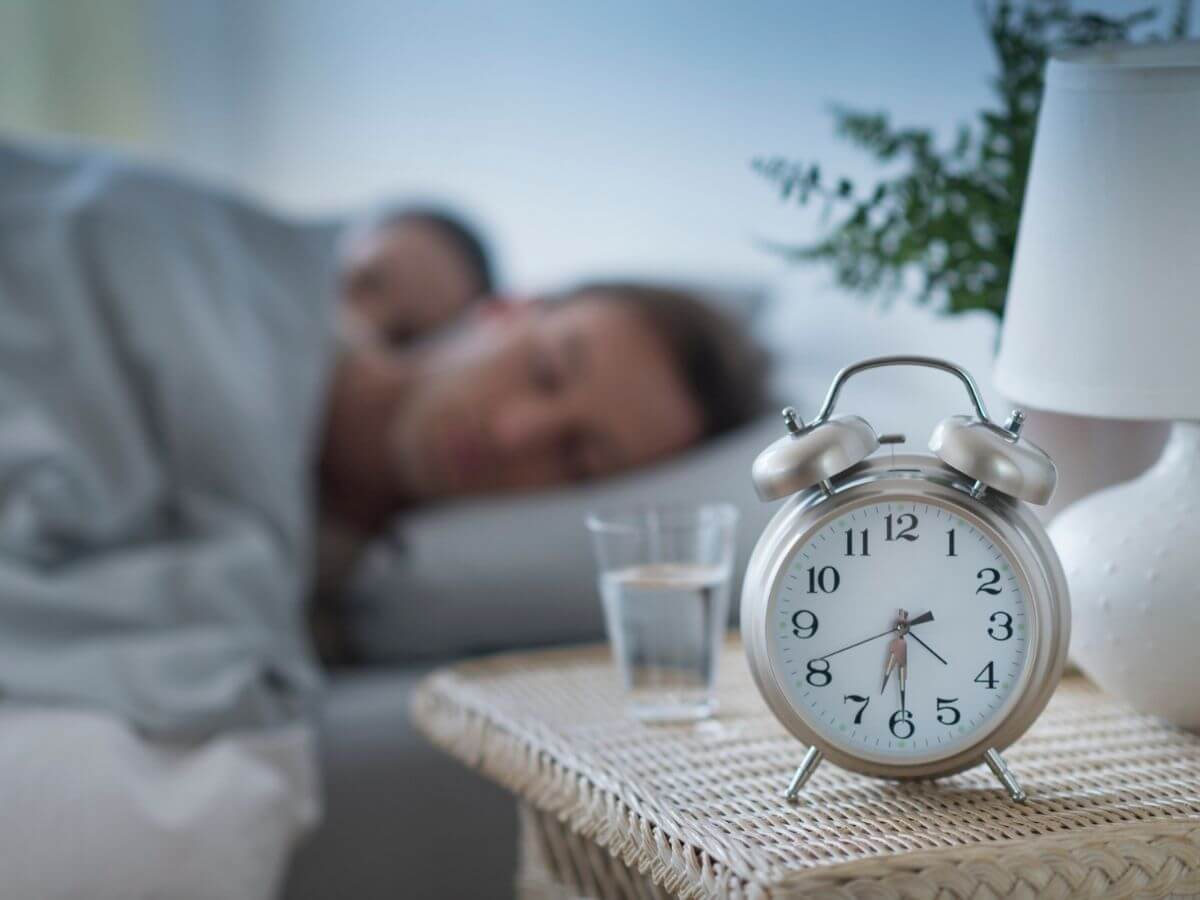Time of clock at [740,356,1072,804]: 6:29
